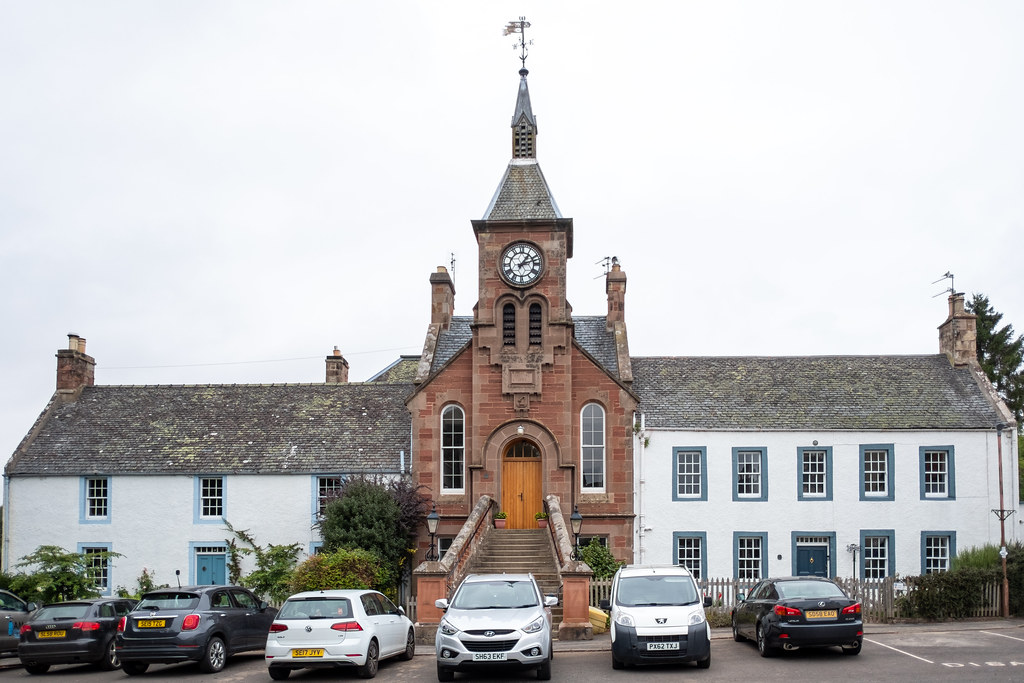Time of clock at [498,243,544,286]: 1:12
